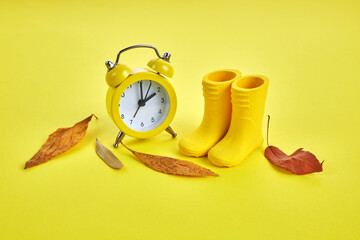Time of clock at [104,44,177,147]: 2:00
